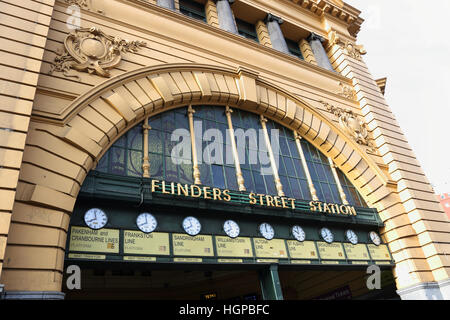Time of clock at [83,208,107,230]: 7:58
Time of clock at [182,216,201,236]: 7:57
